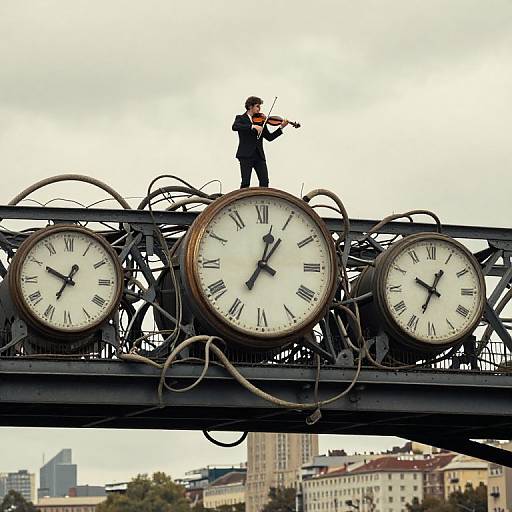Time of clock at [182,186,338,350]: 7:02
